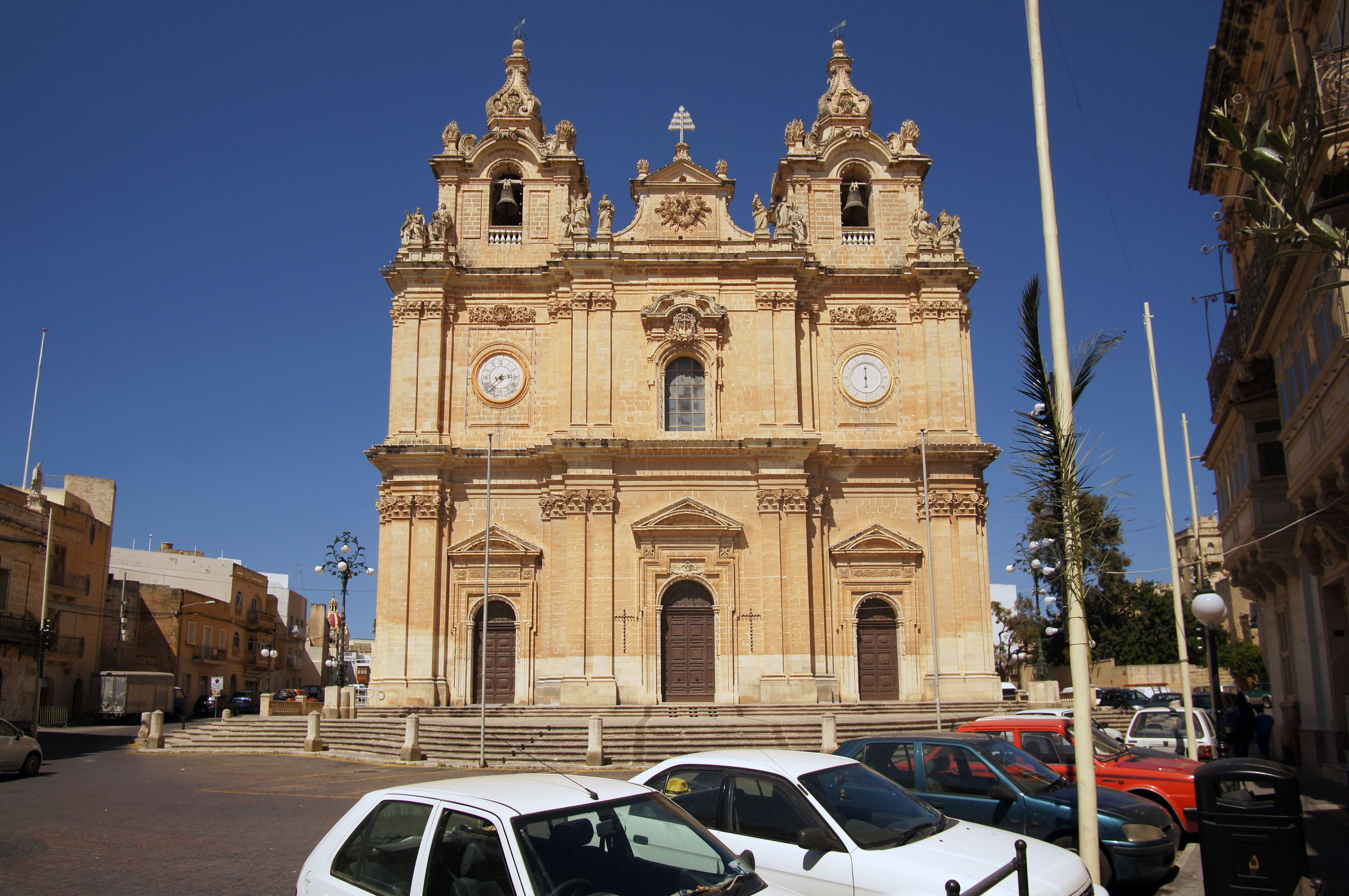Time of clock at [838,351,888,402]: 6:00
